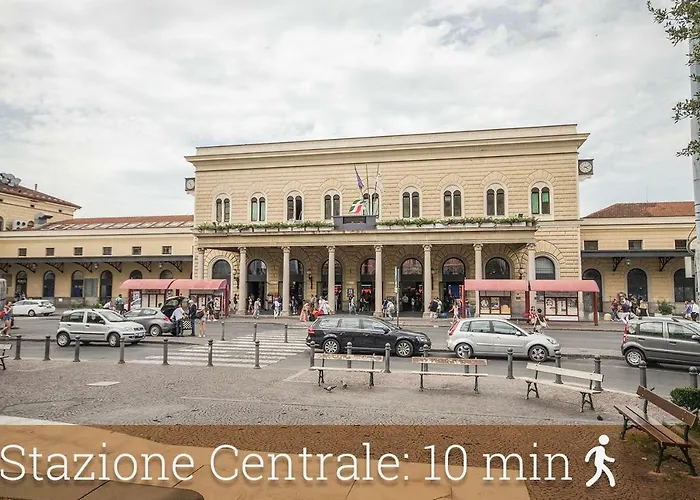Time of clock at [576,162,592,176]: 4:10
